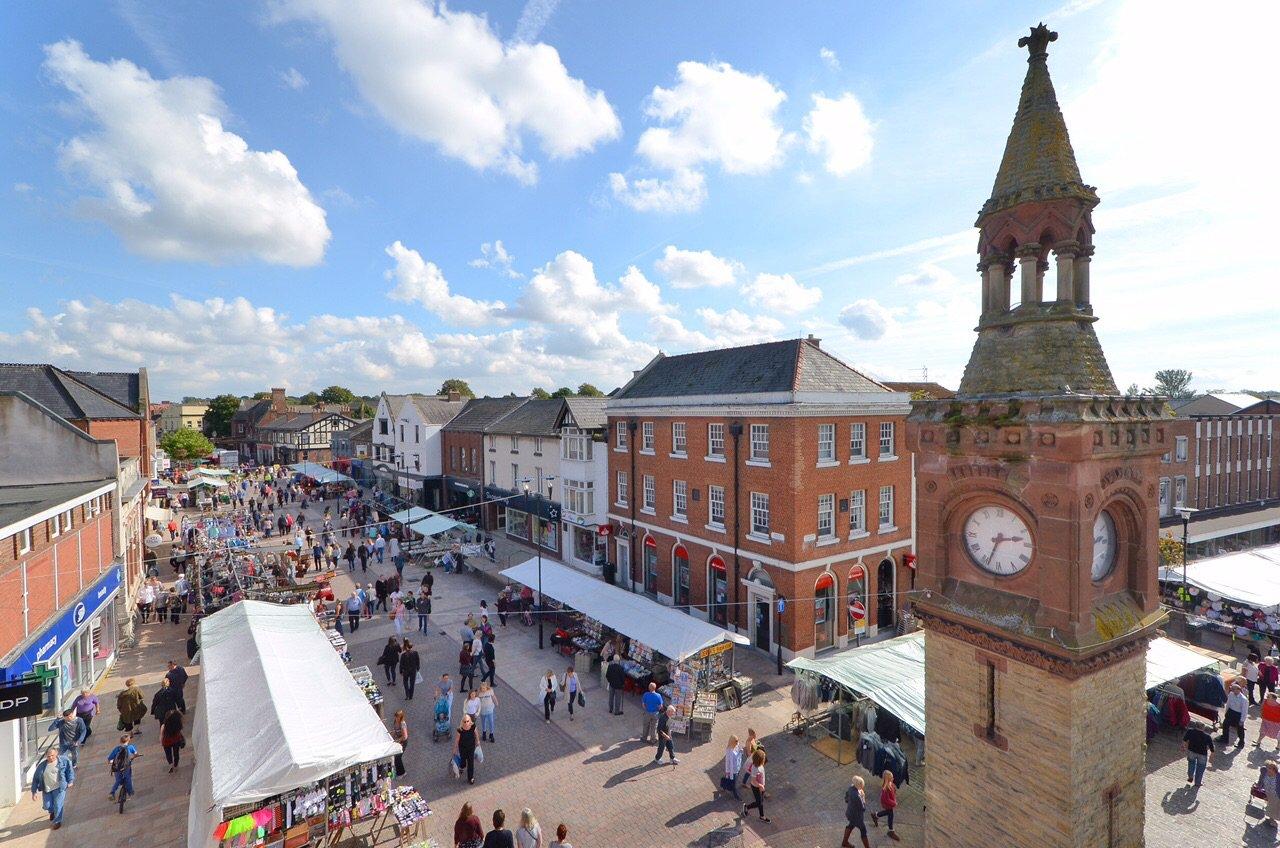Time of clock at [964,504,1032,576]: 2:33
